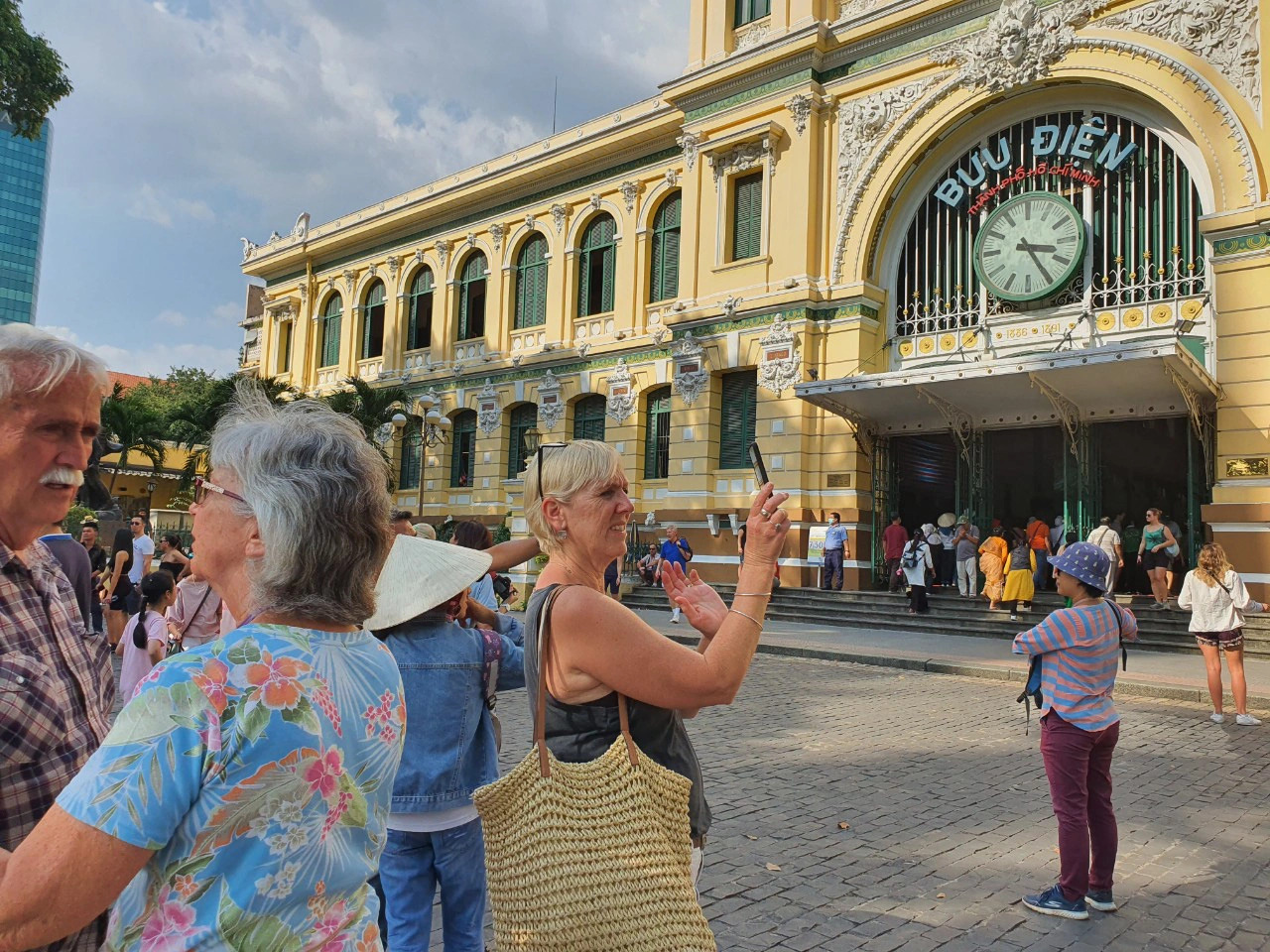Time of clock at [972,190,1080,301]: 3:24
